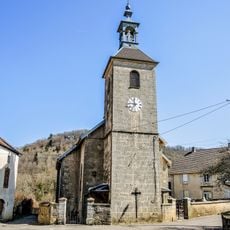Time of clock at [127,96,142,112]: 11:46
